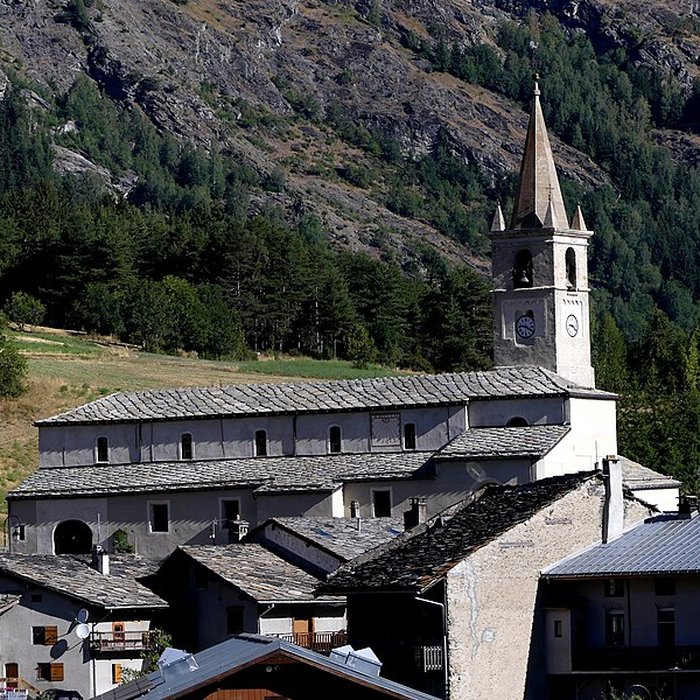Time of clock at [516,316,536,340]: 9:20
